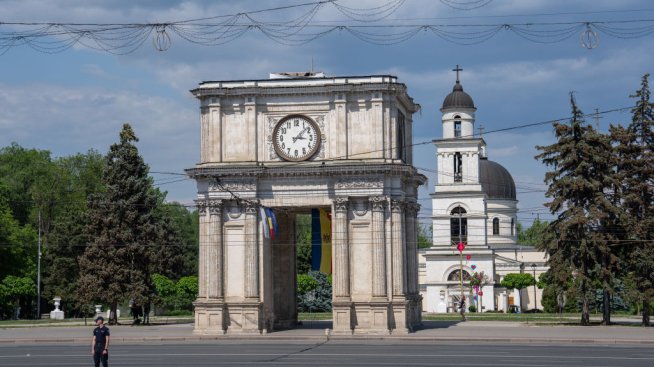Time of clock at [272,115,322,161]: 3:07
